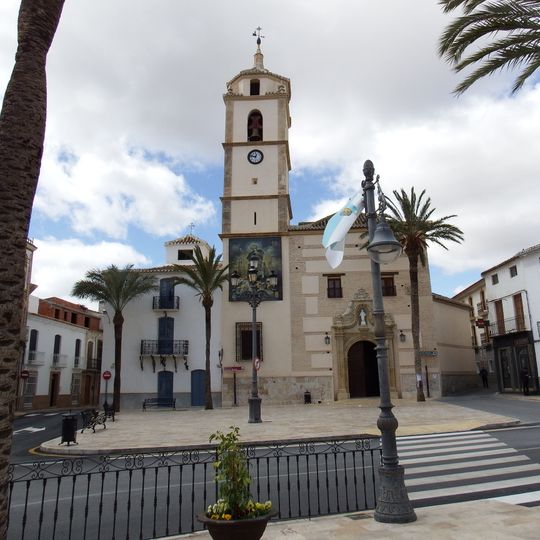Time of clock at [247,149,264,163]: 12:47
